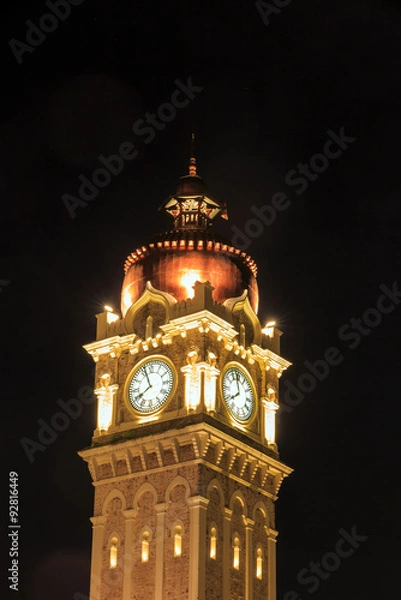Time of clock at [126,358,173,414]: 7:56
